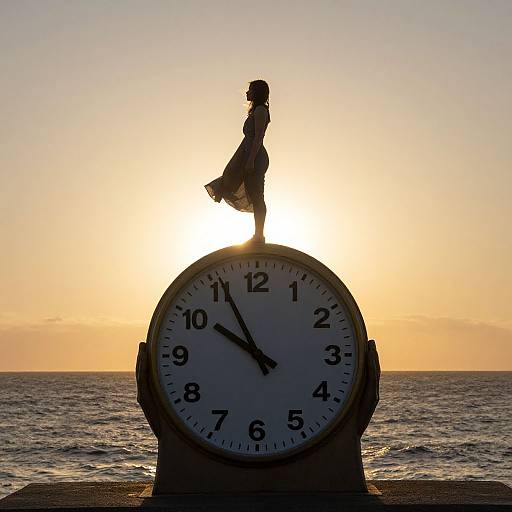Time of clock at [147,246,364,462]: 9:55
